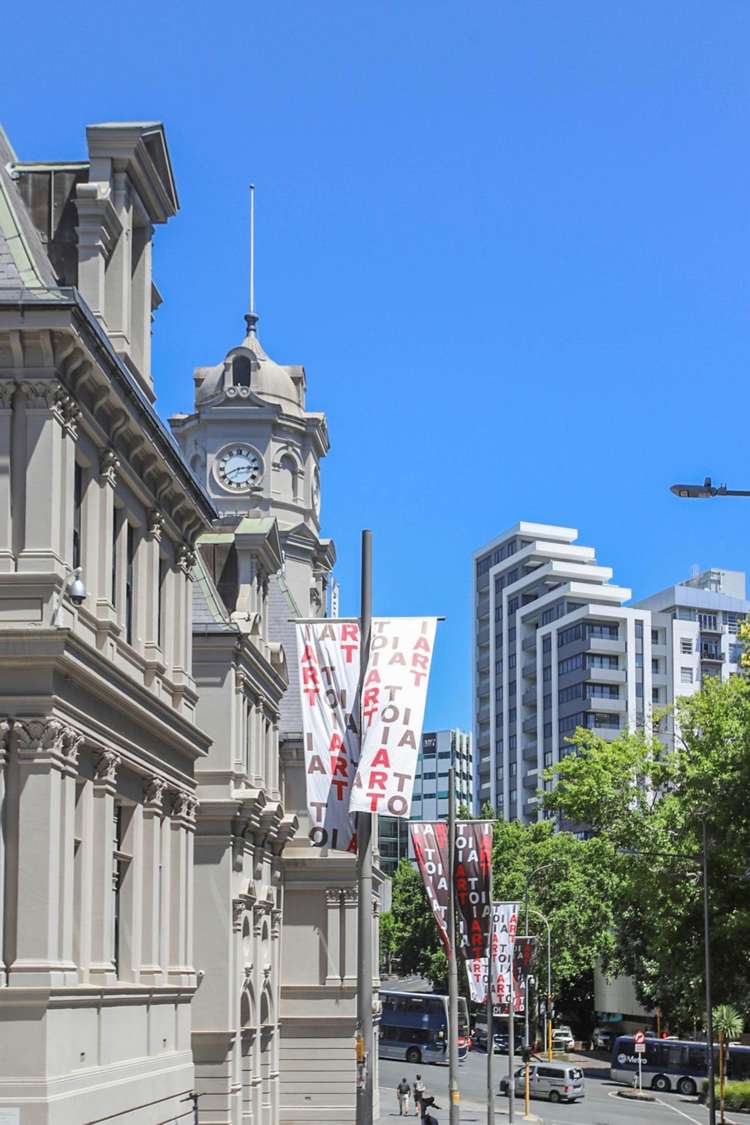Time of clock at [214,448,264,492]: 2:40
